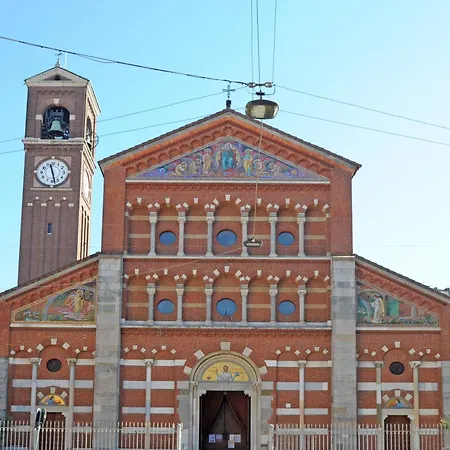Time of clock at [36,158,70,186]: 11:28
